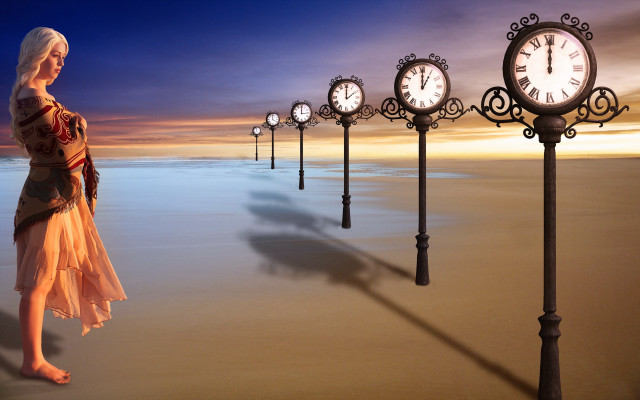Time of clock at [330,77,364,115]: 2:00
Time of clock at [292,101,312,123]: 3:00
